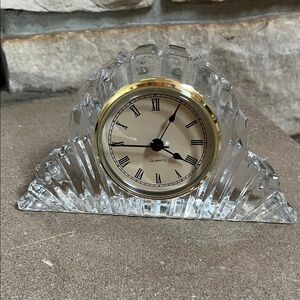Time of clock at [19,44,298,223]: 4:04
